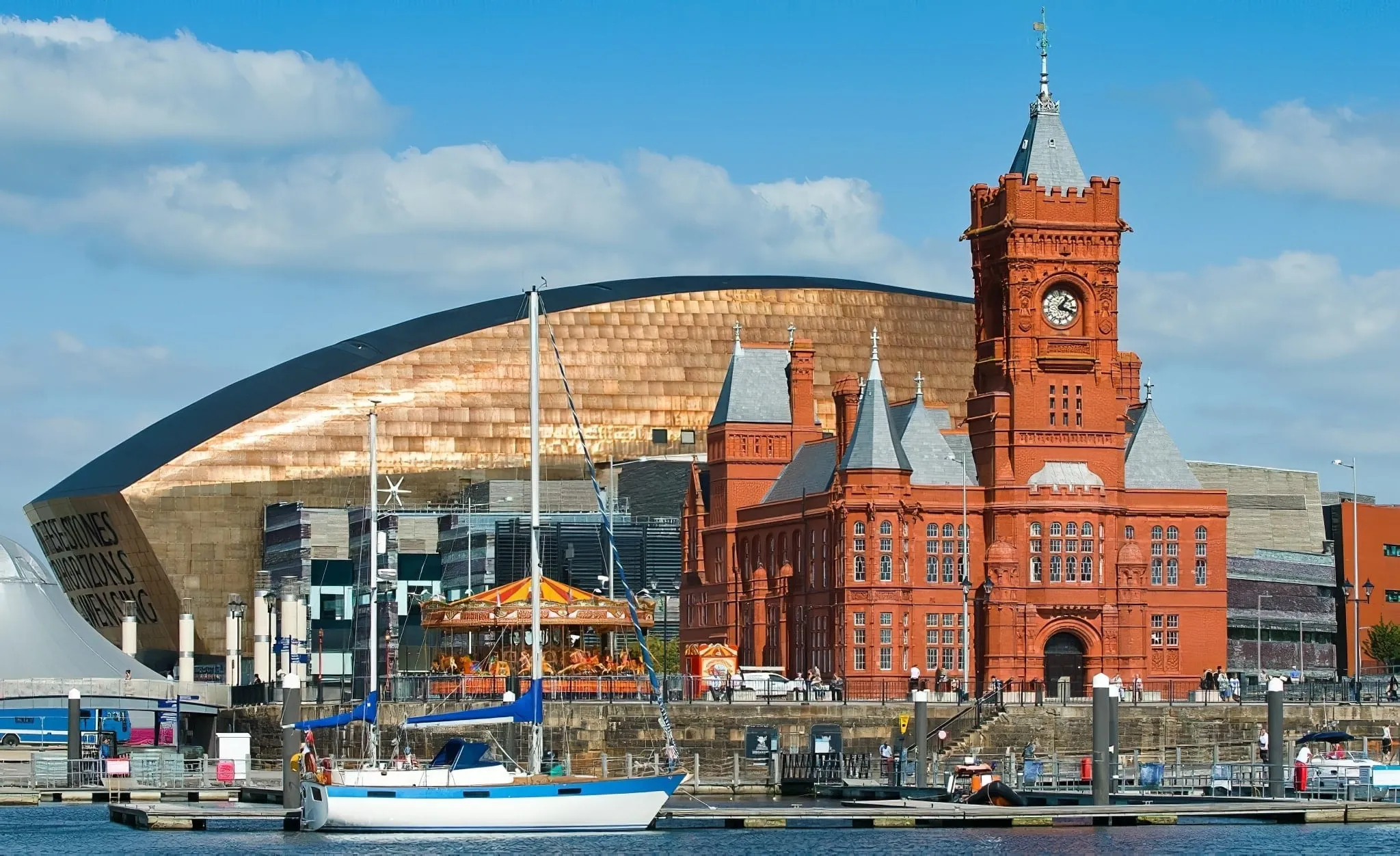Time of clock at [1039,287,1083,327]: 1:18
